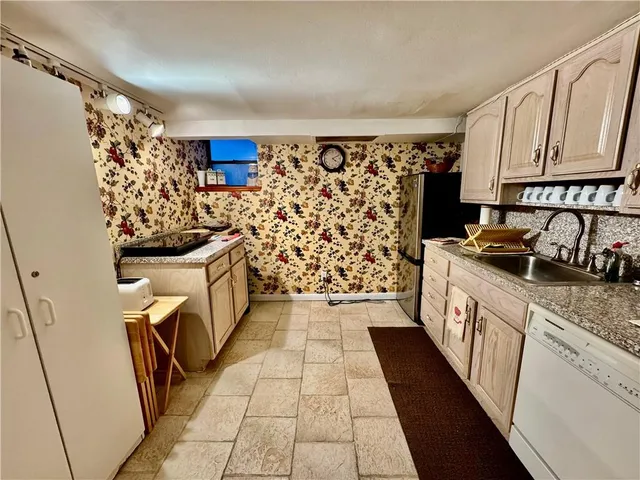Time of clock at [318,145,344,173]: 4:09
